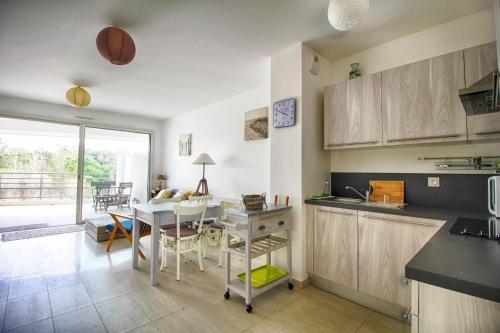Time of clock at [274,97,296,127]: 3:48
